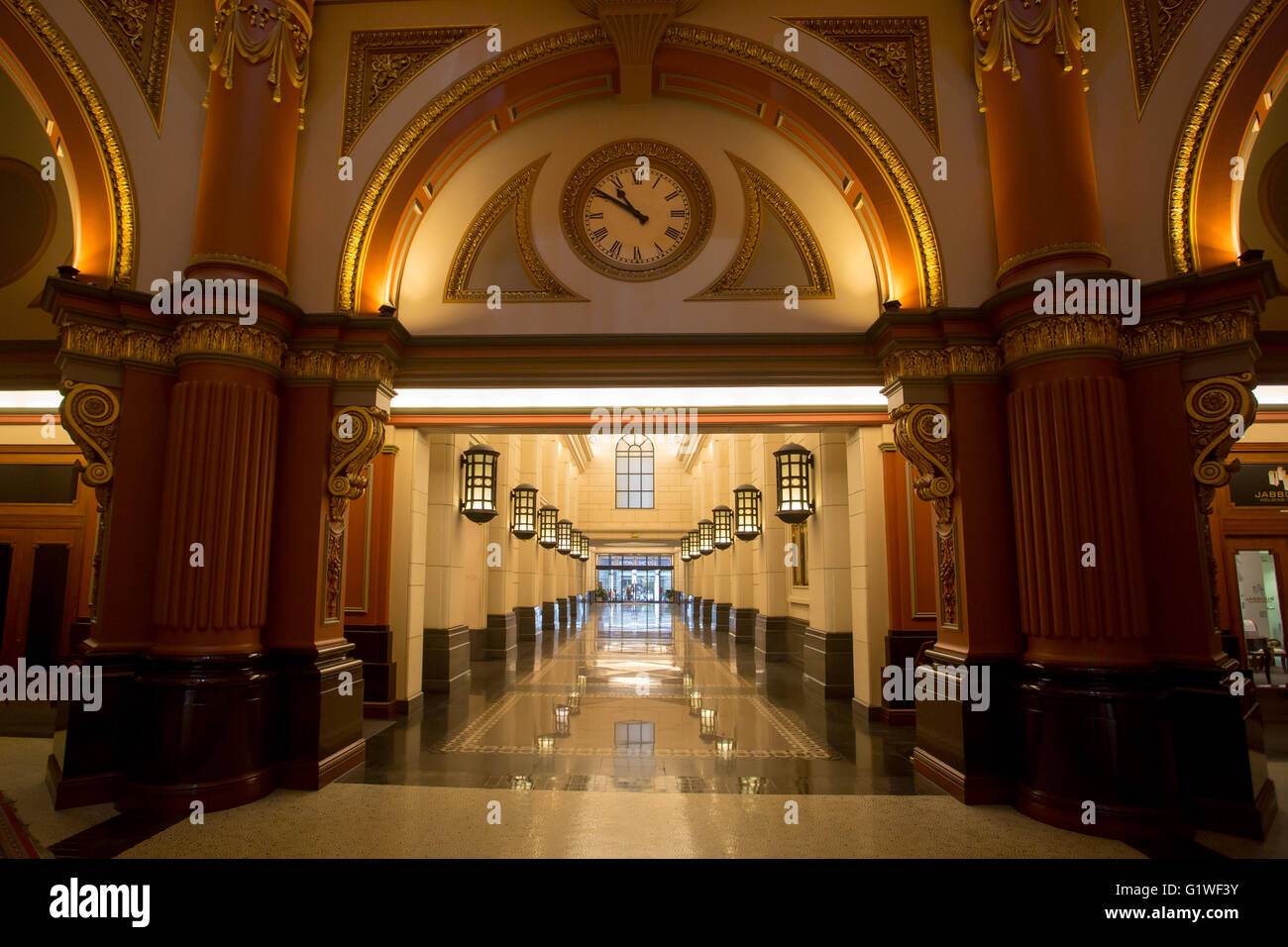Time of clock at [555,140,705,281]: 10:50
